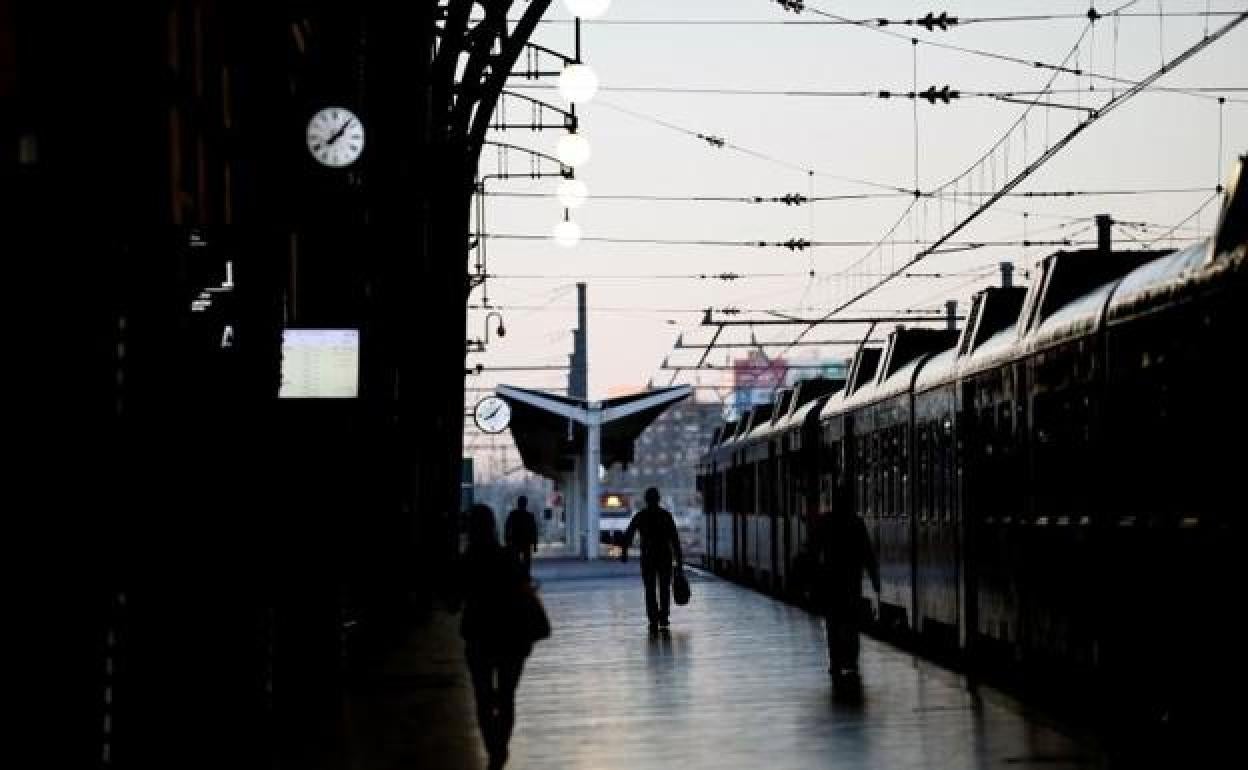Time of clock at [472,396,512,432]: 8:07
